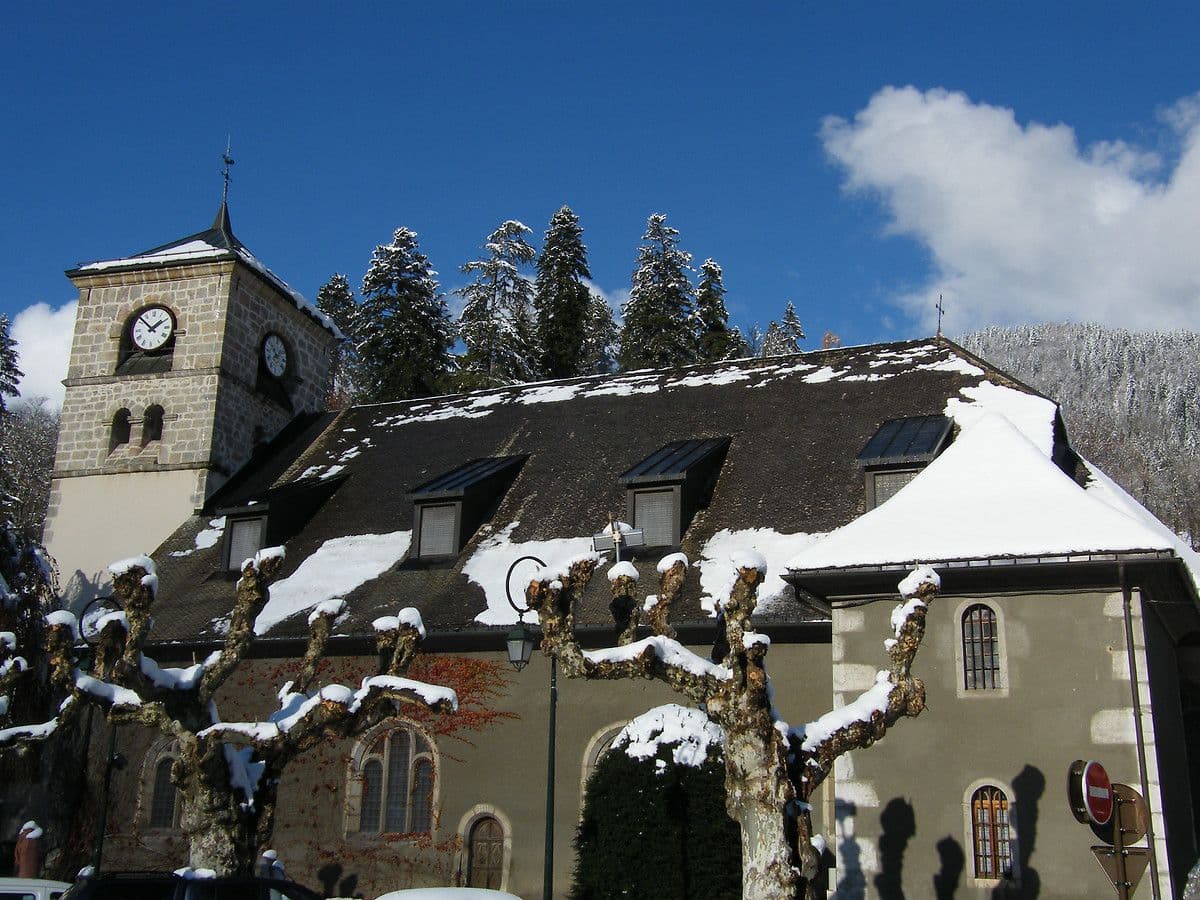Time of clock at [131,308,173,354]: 1:52
